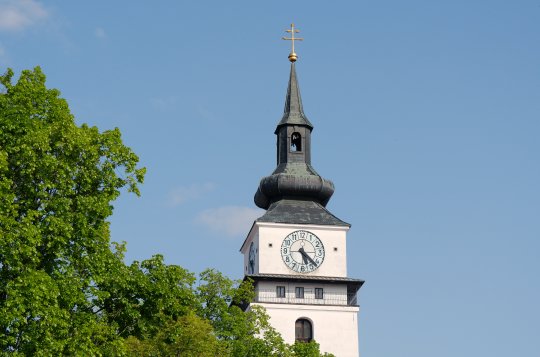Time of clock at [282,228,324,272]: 5:22
